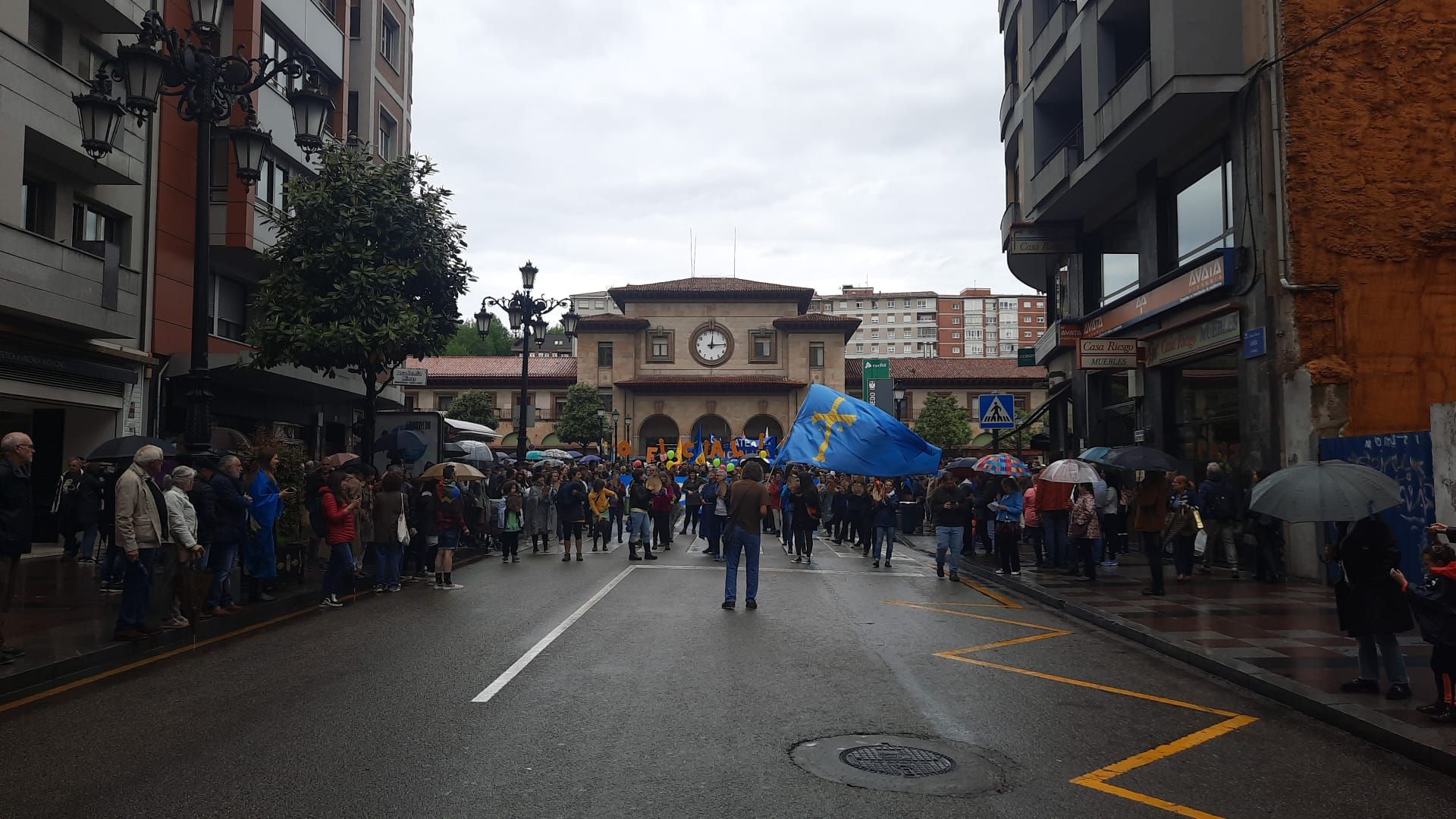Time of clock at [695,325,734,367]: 12:14
